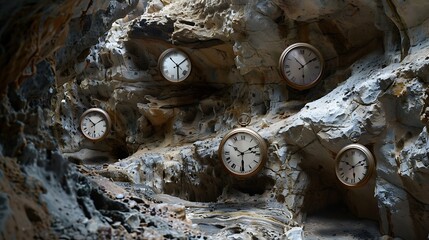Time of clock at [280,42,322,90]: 1:52
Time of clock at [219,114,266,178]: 10:10
